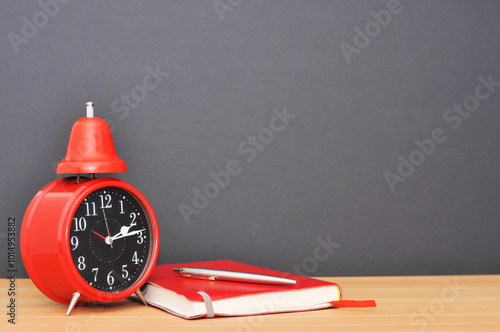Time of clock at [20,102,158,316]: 2:13
